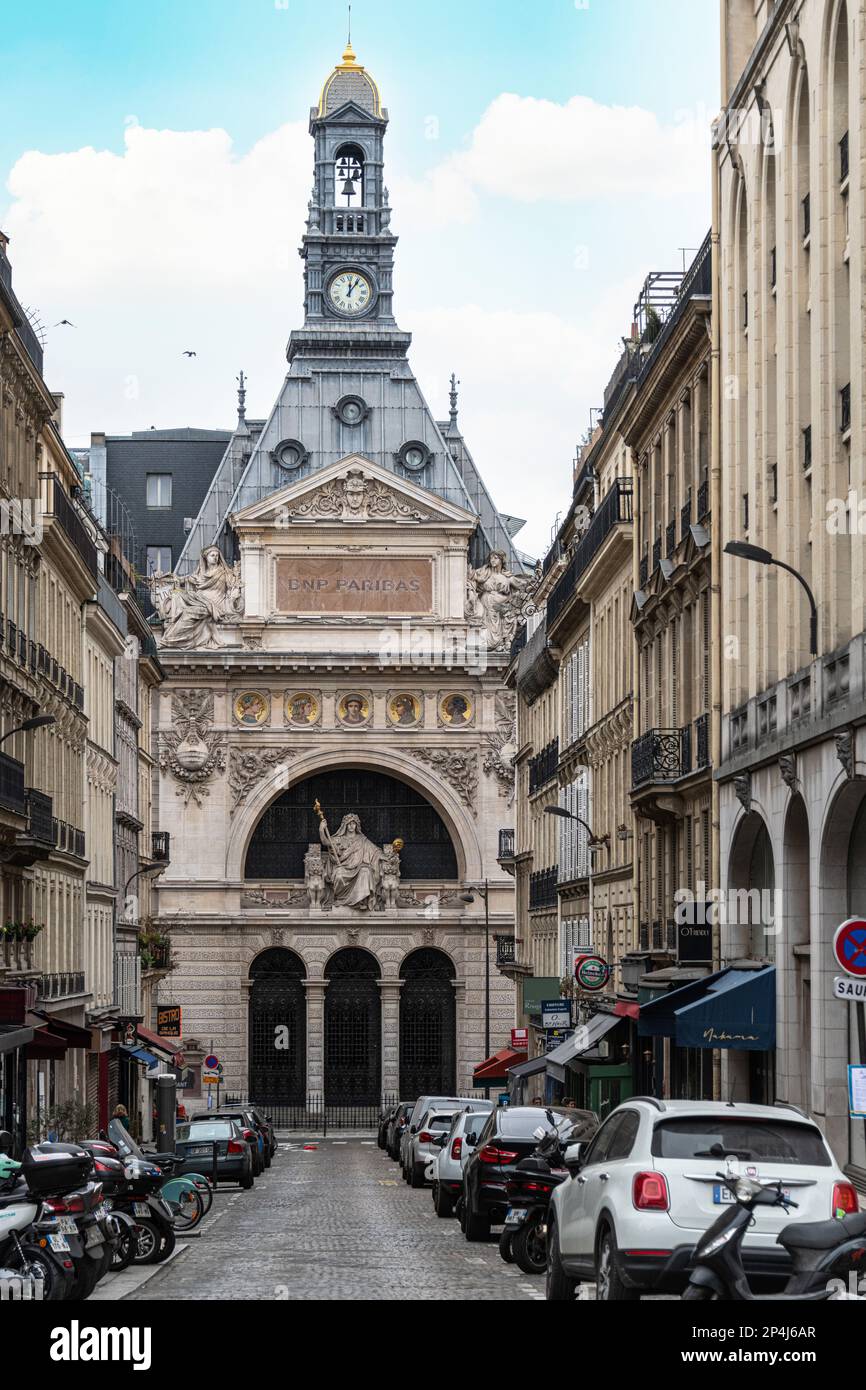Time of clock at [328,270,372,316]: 12:06
